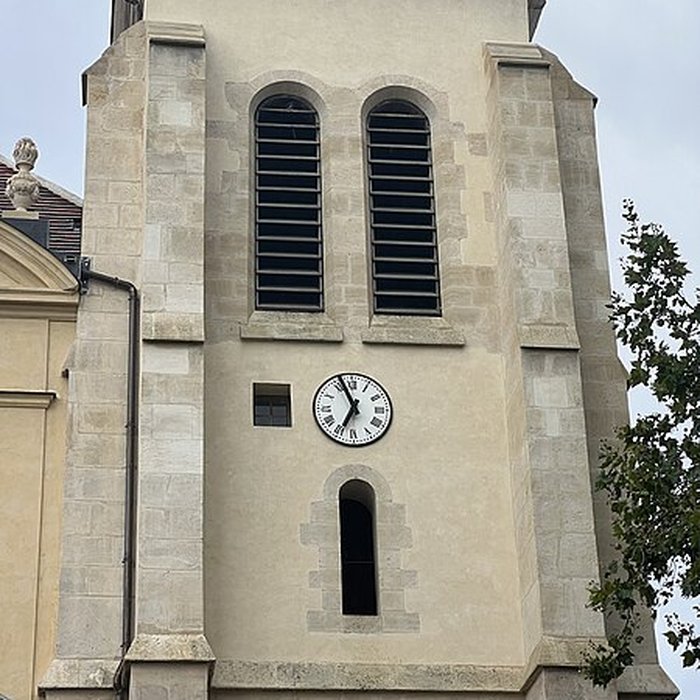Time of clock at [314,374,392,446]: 6:56
